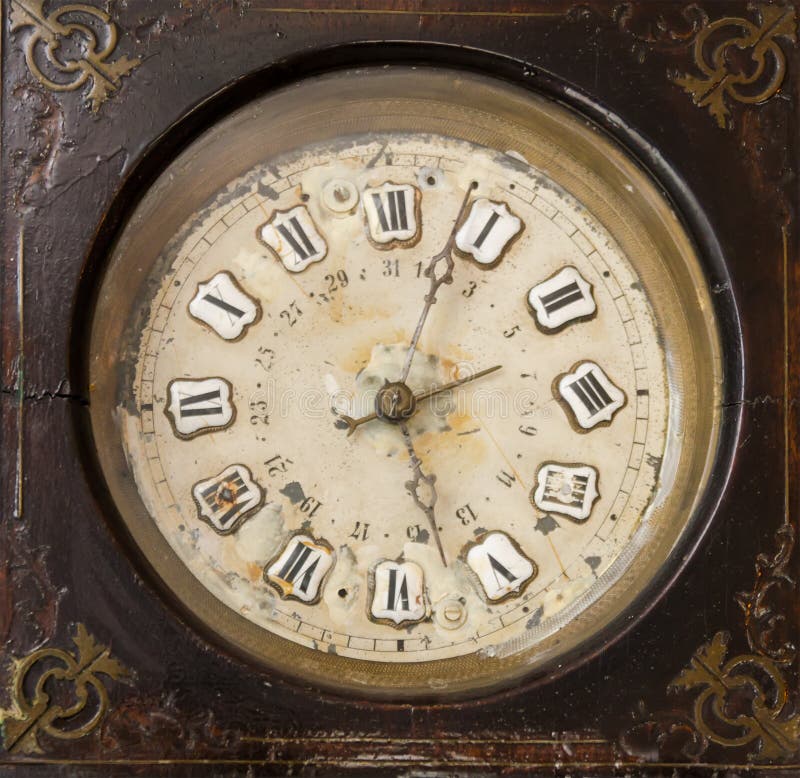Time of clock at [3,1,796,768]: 2:03
